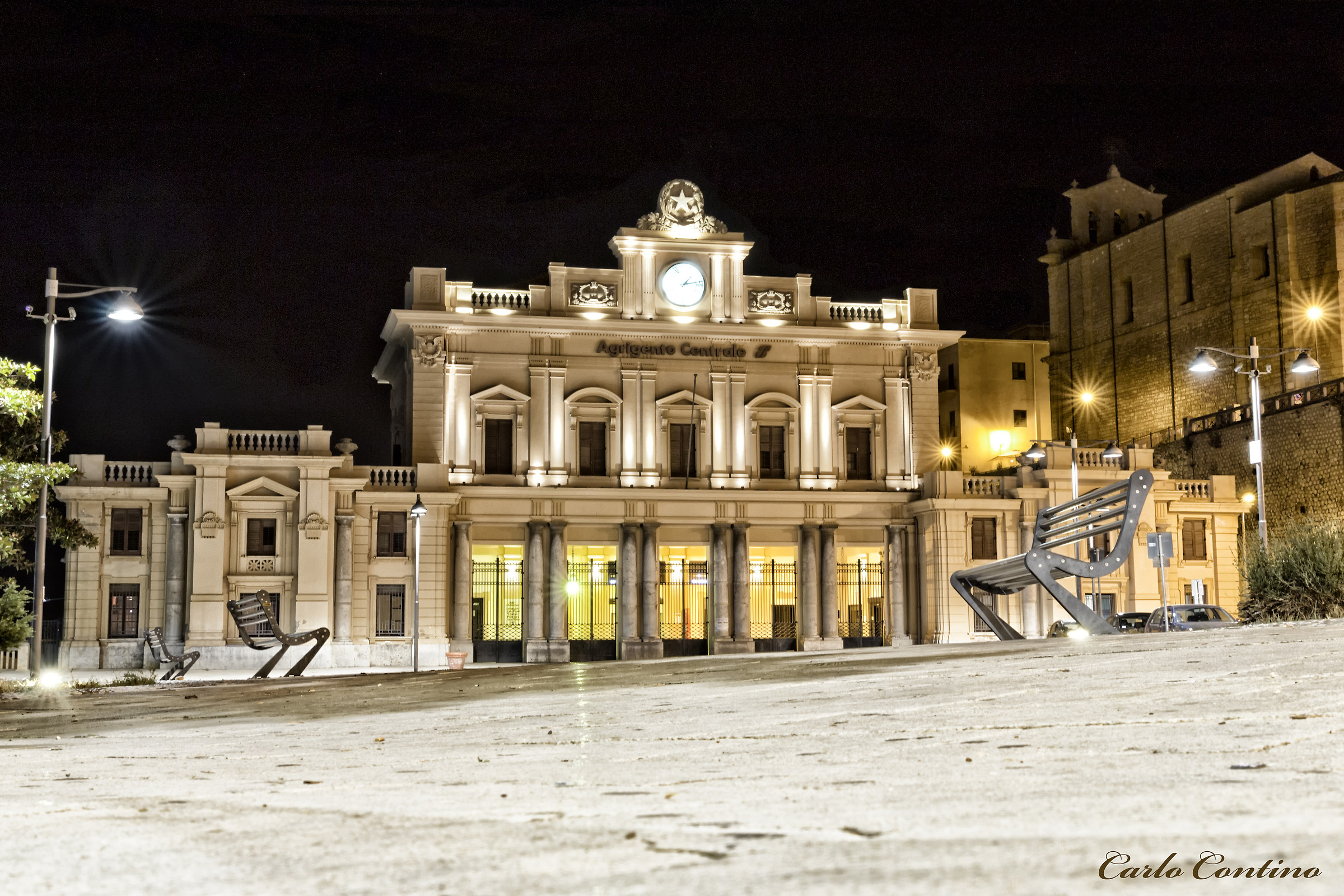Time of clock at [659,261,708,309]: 1:13
